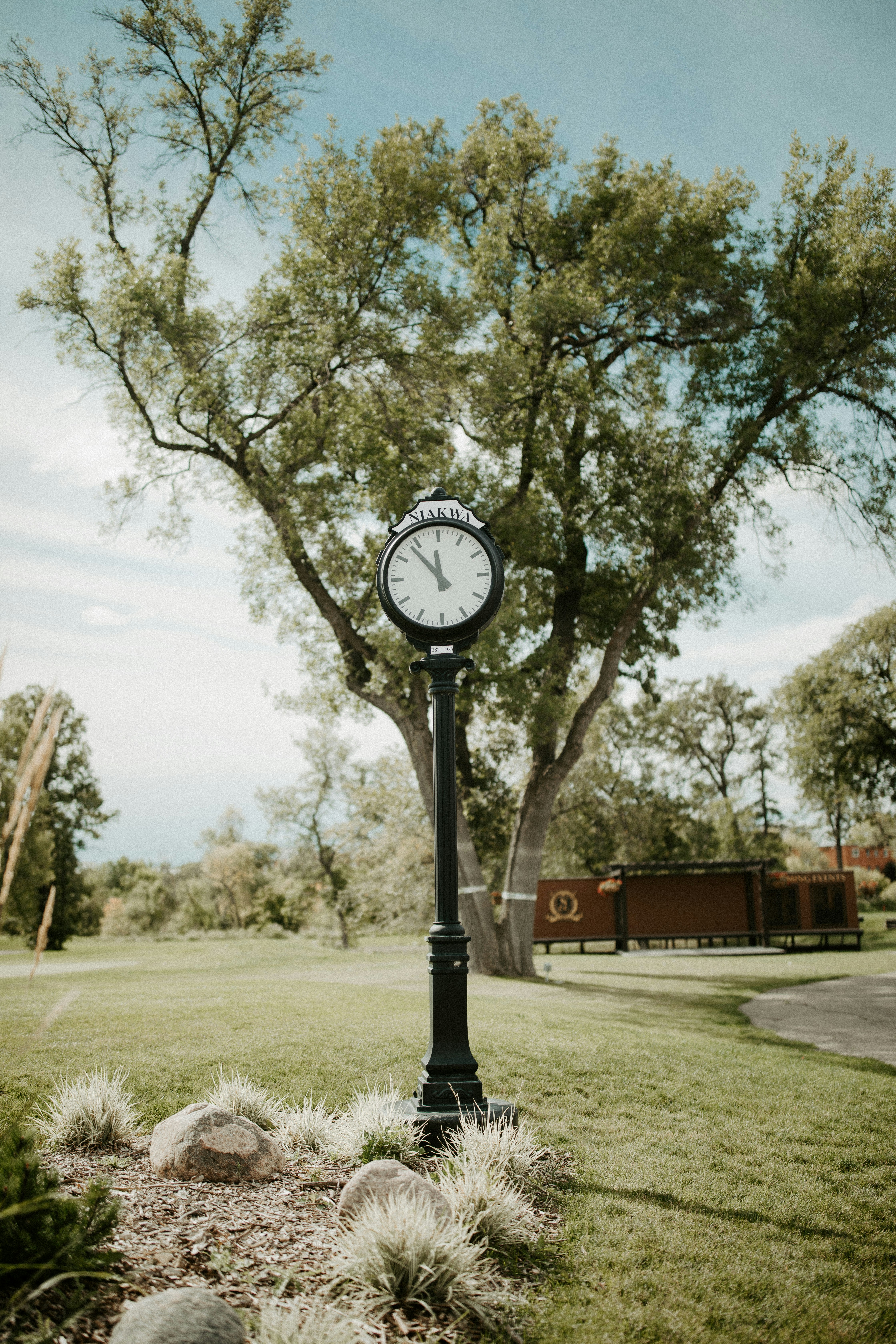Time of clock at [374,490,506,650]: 11:53
